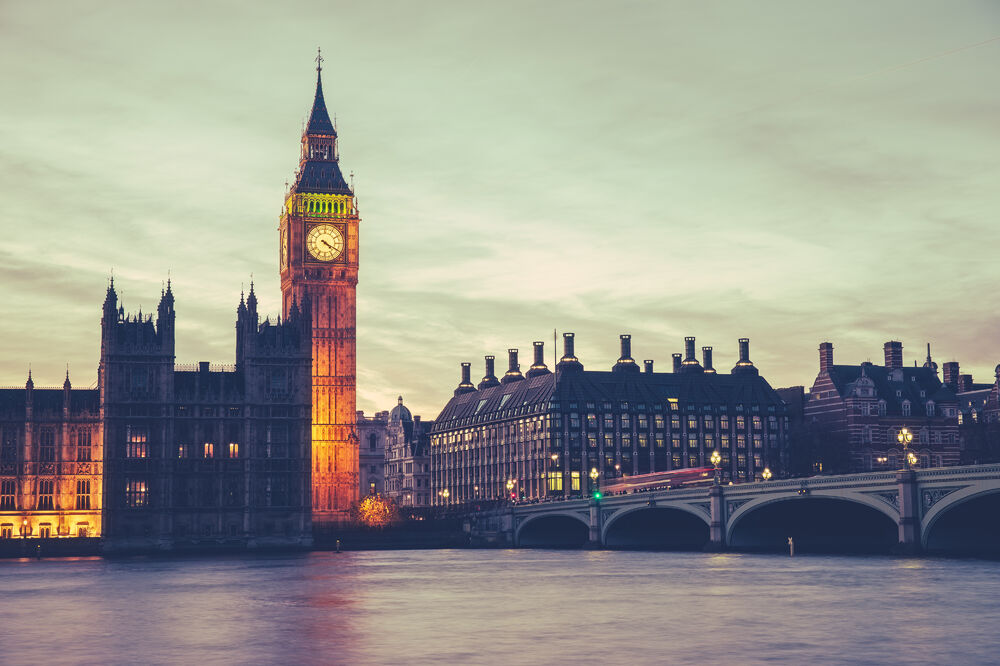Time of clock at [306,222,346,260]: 4:19
